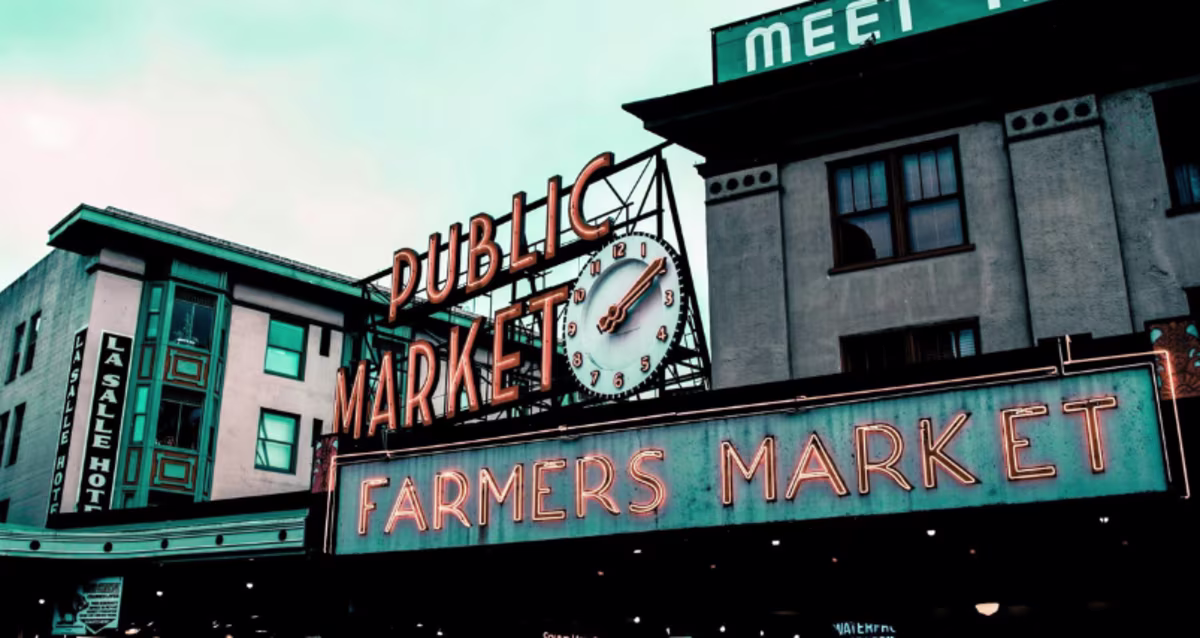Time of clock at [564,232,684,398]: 2:09
